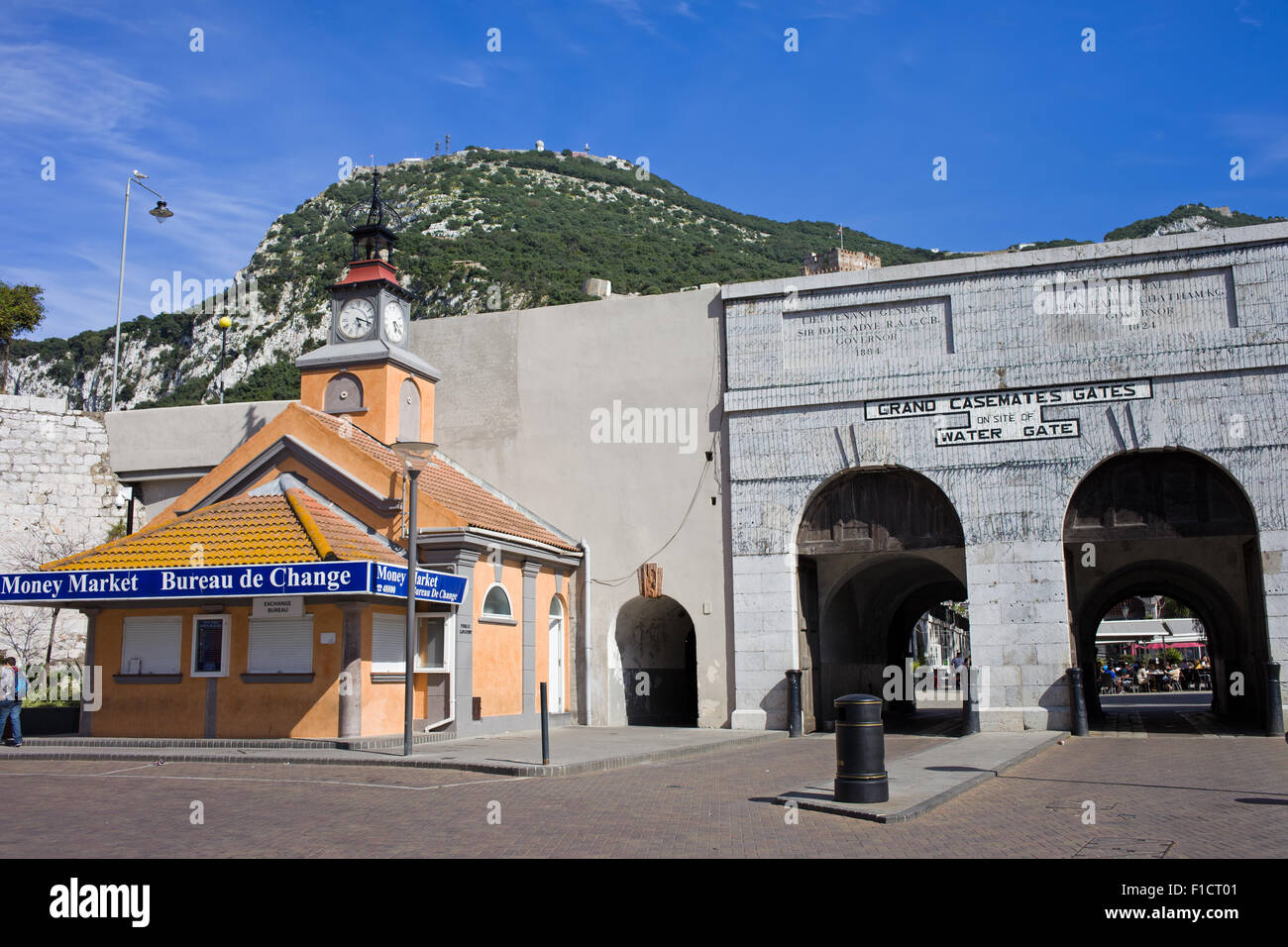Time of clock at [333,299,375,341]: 5:18
